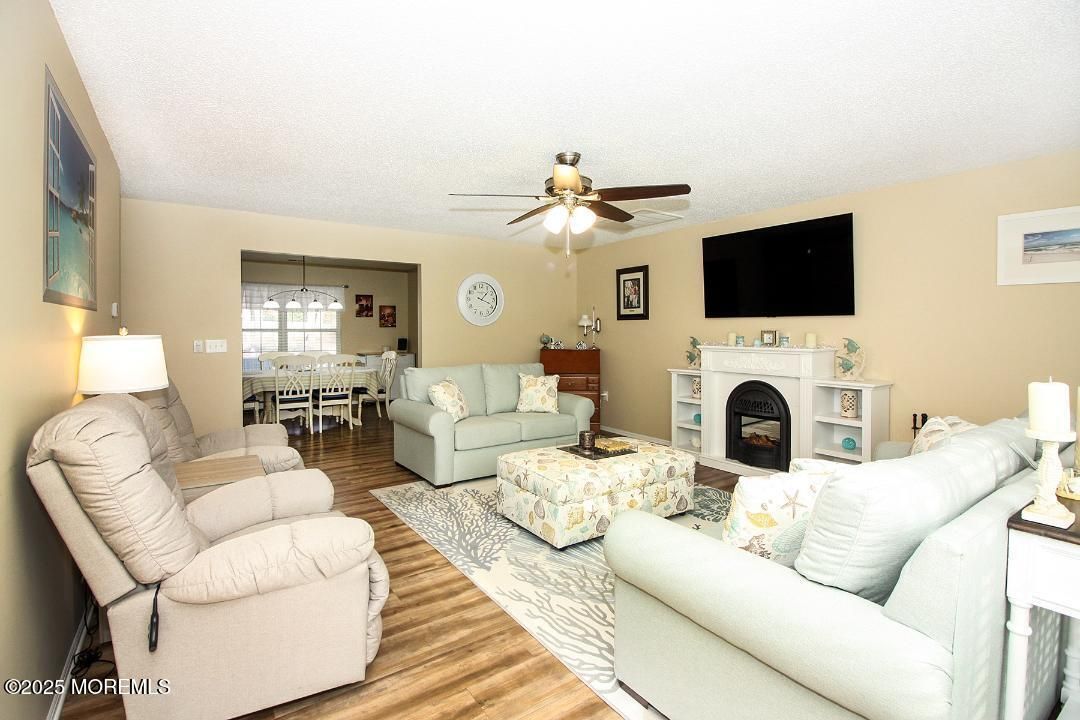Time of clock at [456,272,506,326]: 1:18
